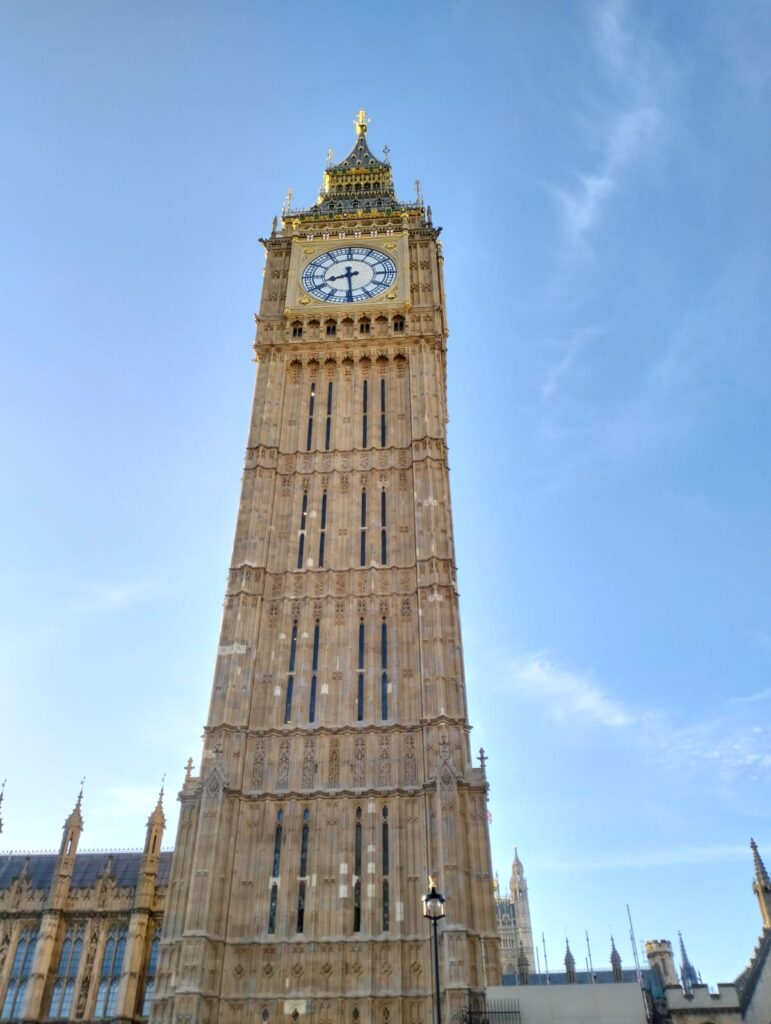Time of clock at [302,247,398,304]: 8:29
